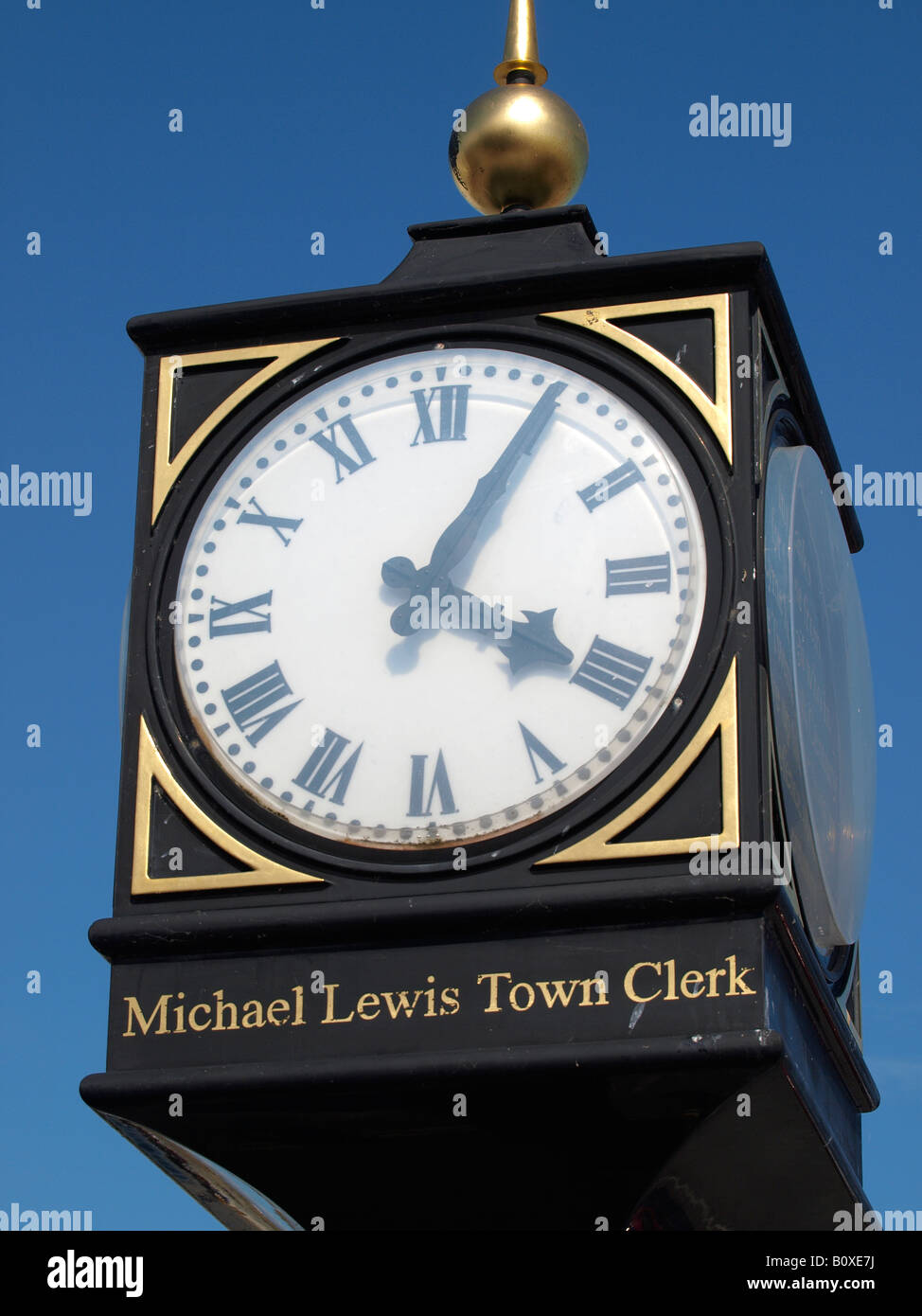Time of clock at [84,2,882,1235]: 4:05
